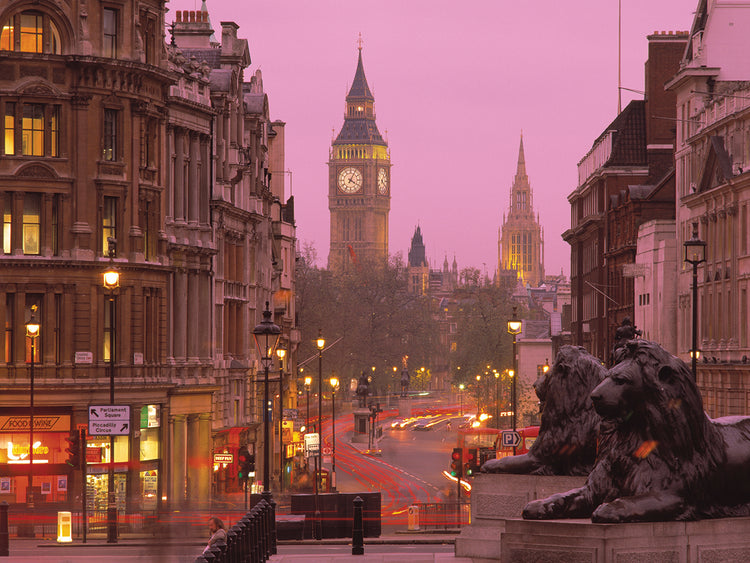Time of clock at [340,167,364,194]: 4:04
